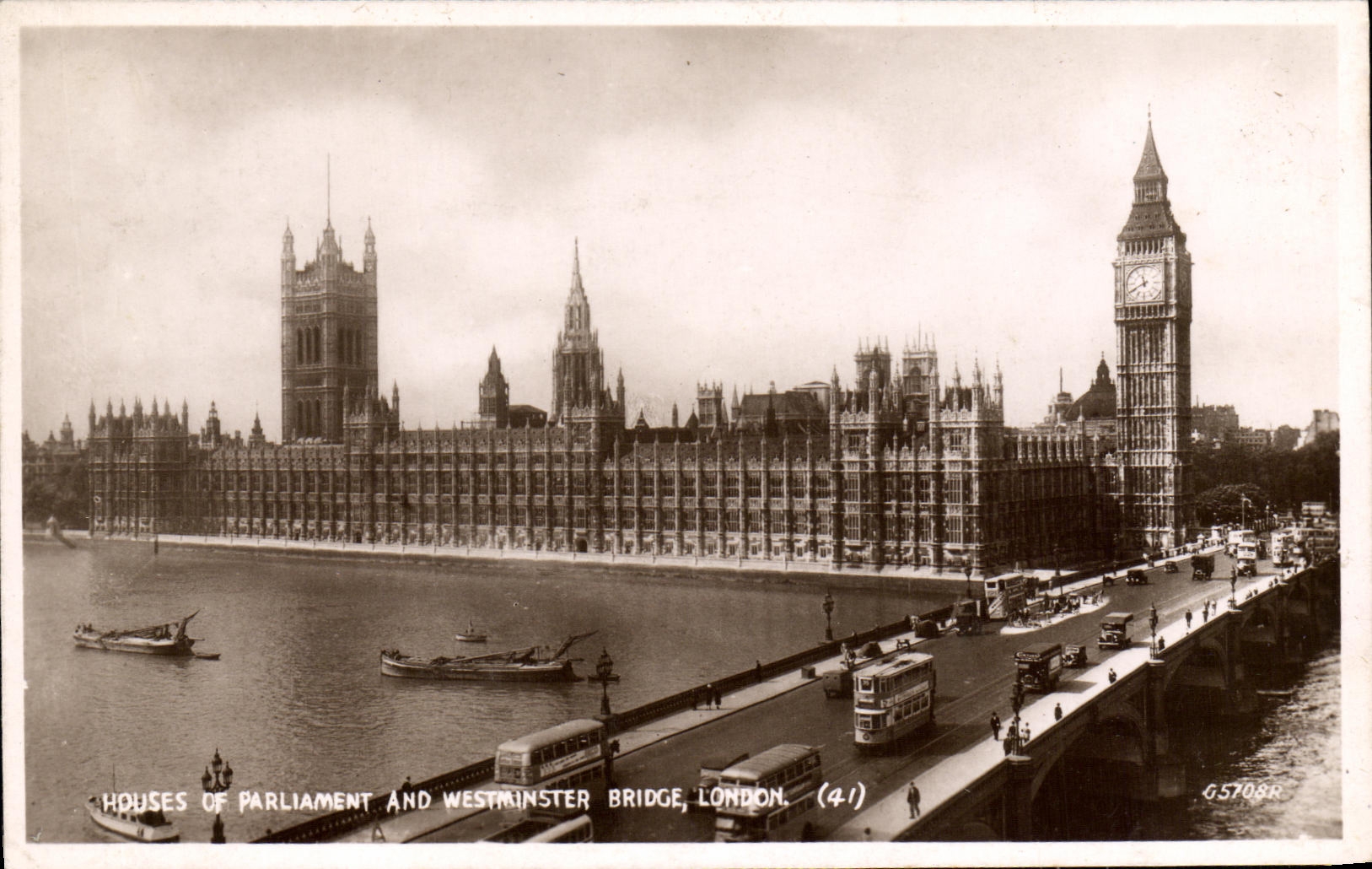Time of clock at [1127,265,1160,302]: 11:40
